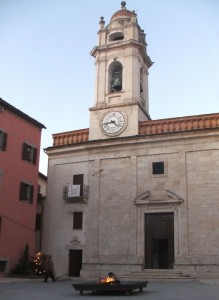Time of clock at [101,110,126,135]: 4:42
